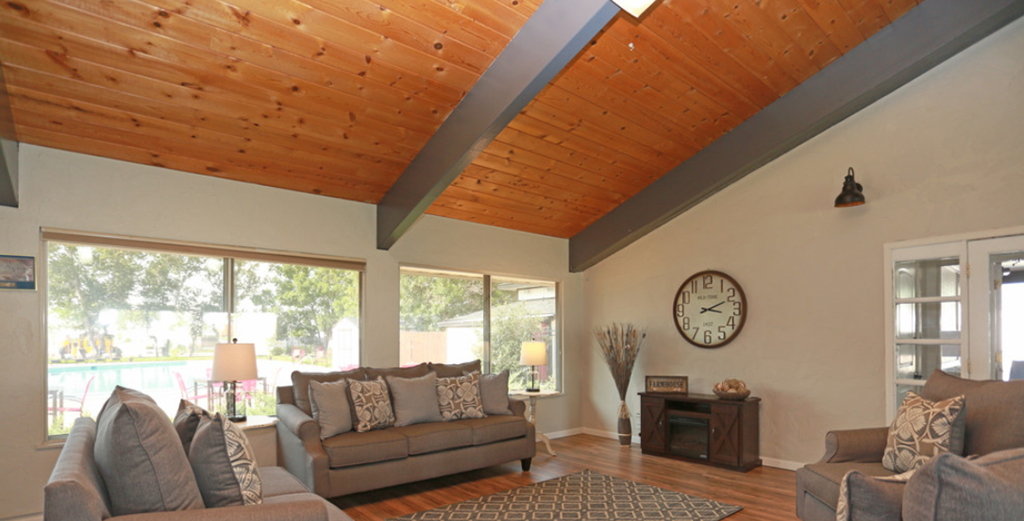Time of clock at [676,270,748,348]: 3:11
